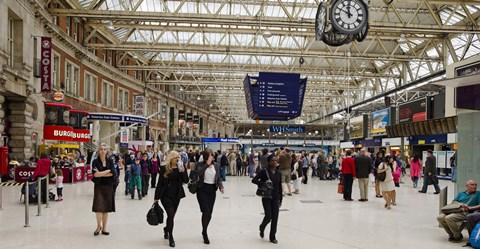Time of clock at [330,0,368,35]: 11:49
